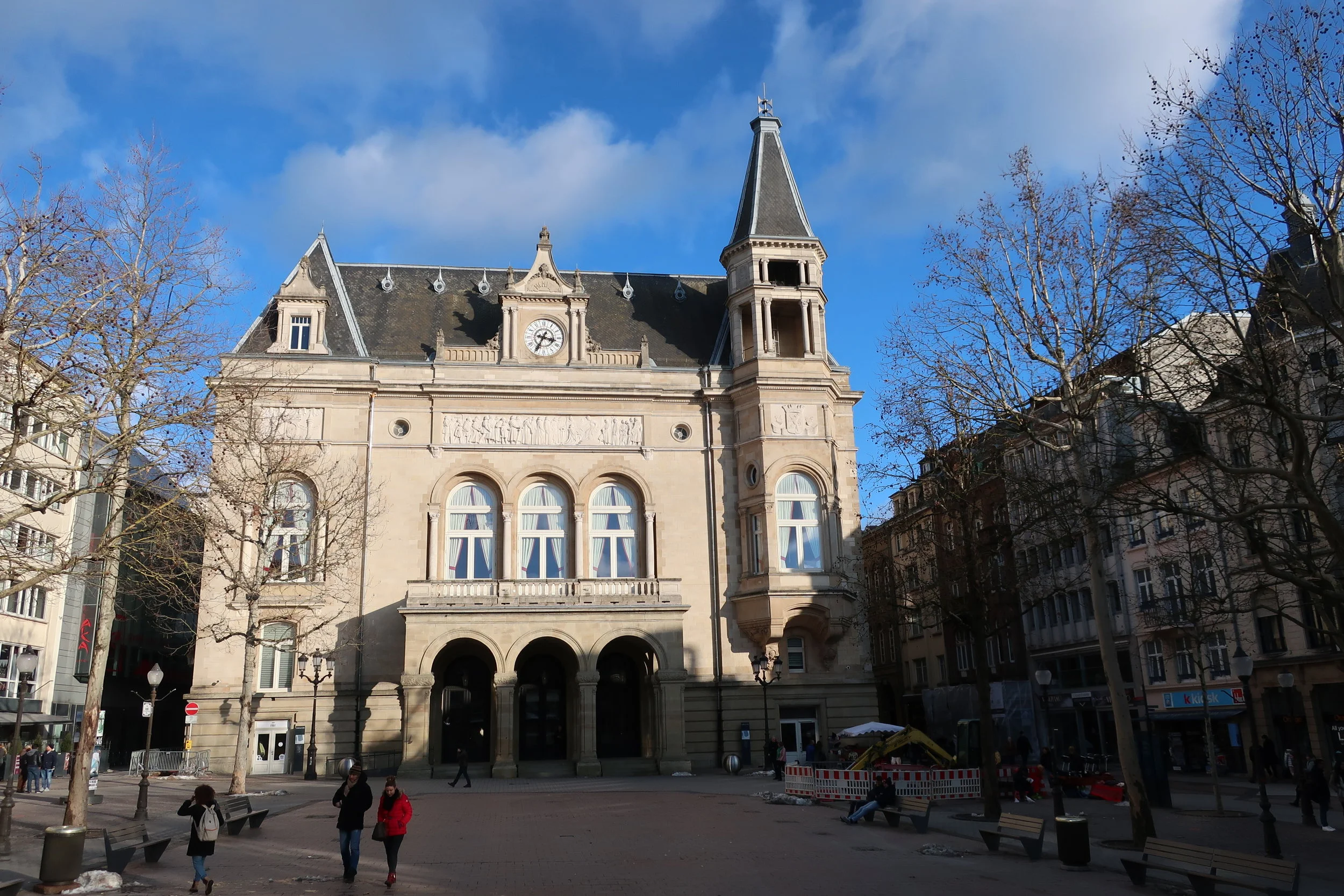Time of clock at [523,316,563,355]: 3:34
